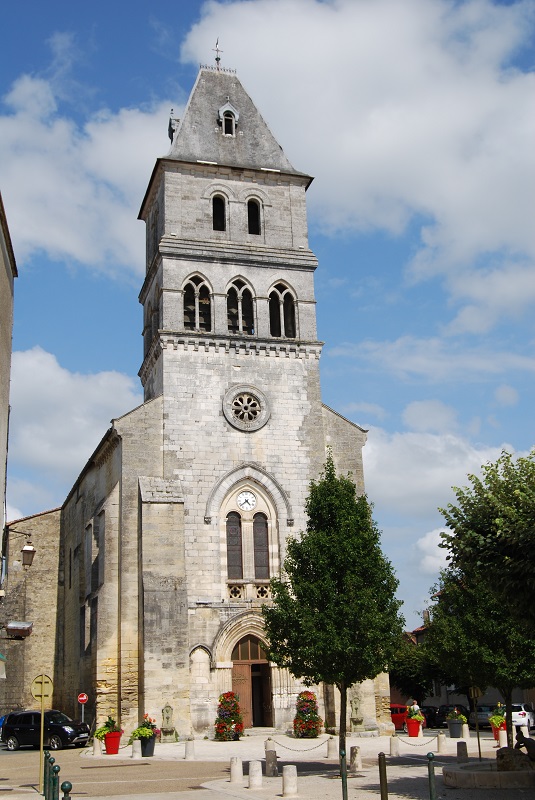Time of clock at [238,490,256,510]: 4:38
